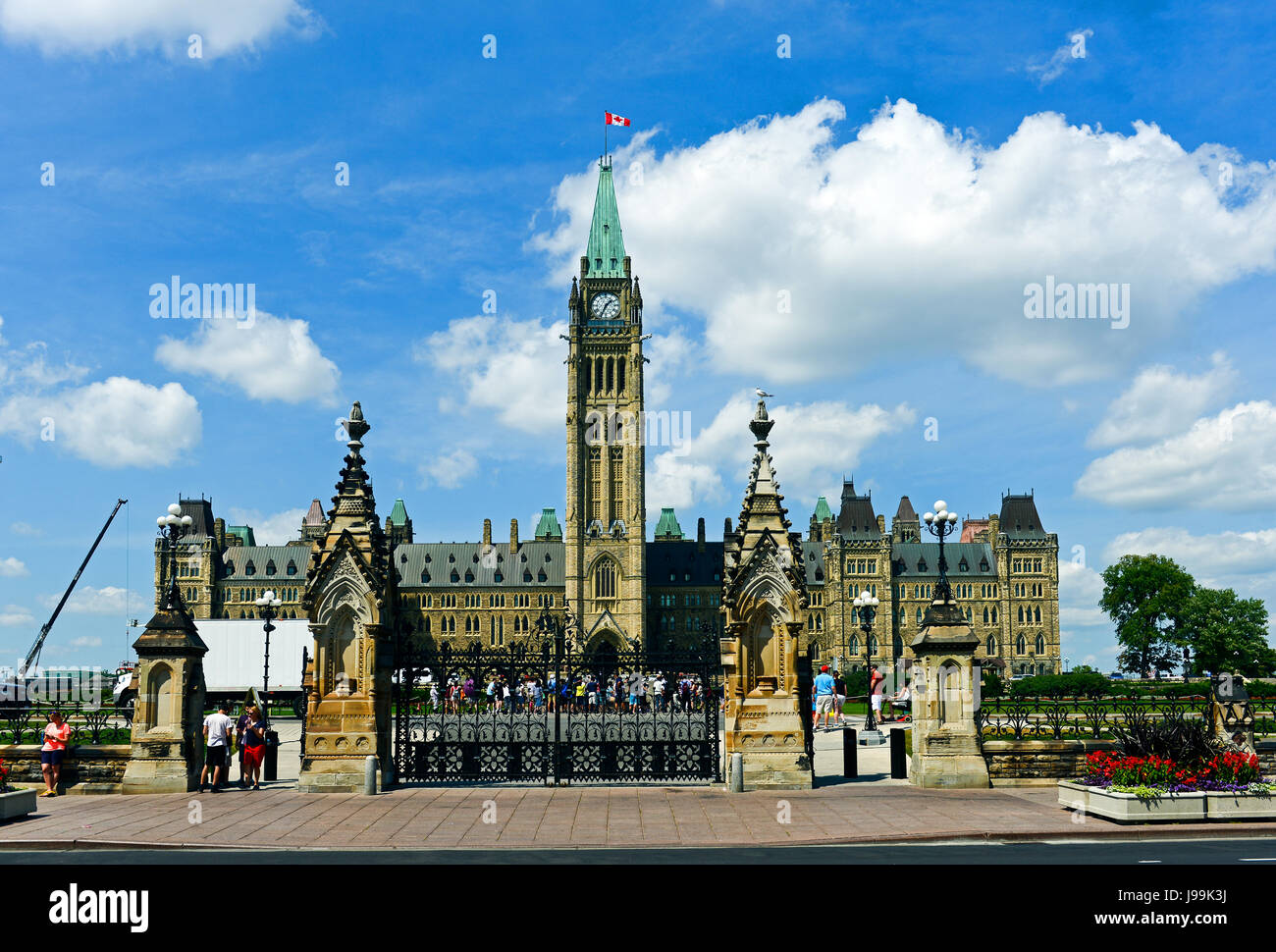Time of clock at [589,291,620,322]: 1:34
